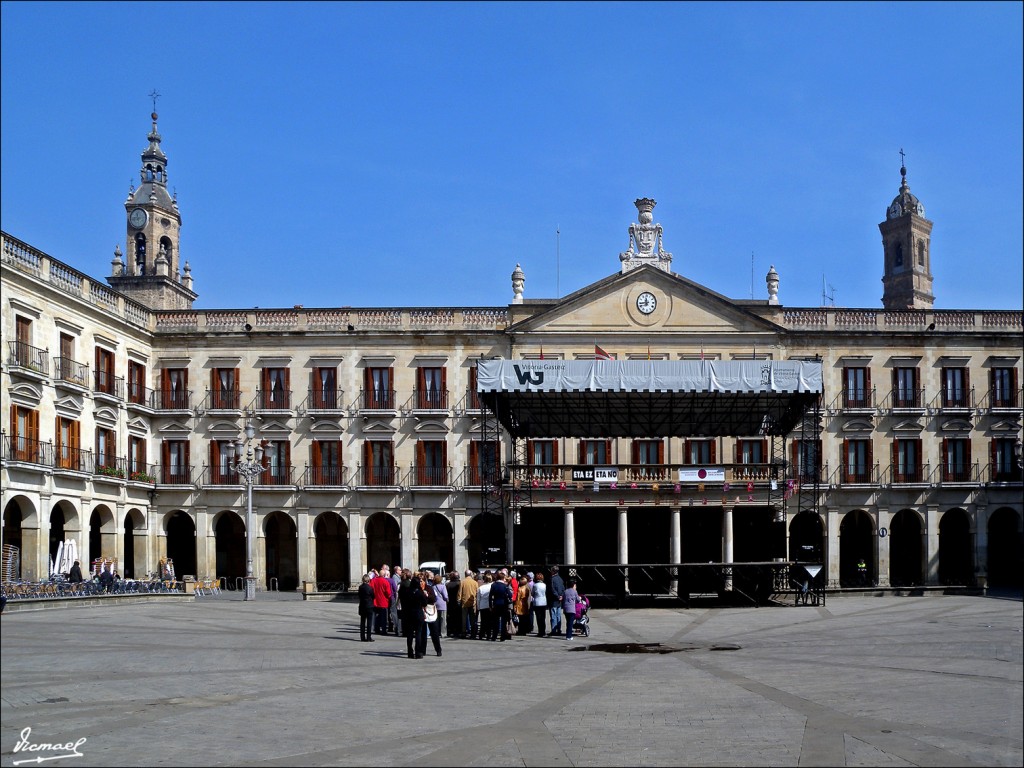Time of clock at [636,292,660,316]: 11:43
